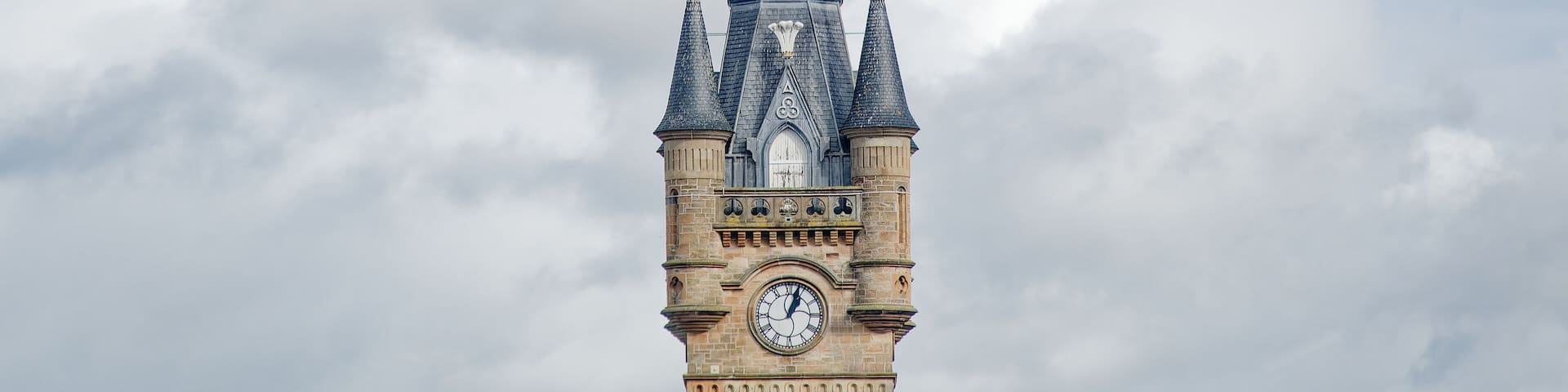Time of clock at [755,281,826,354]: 1:03
